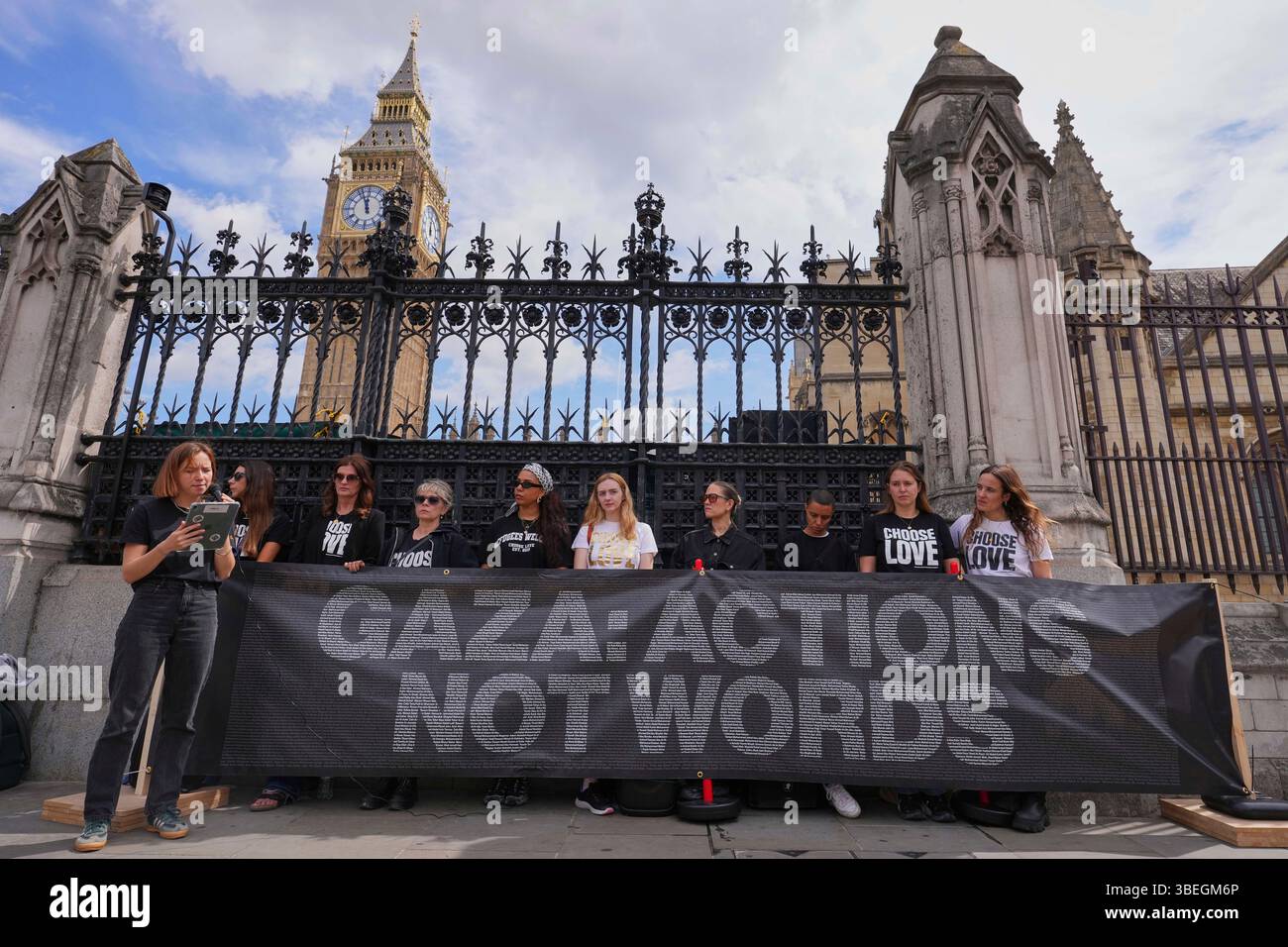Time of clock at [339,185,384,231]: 11:56
